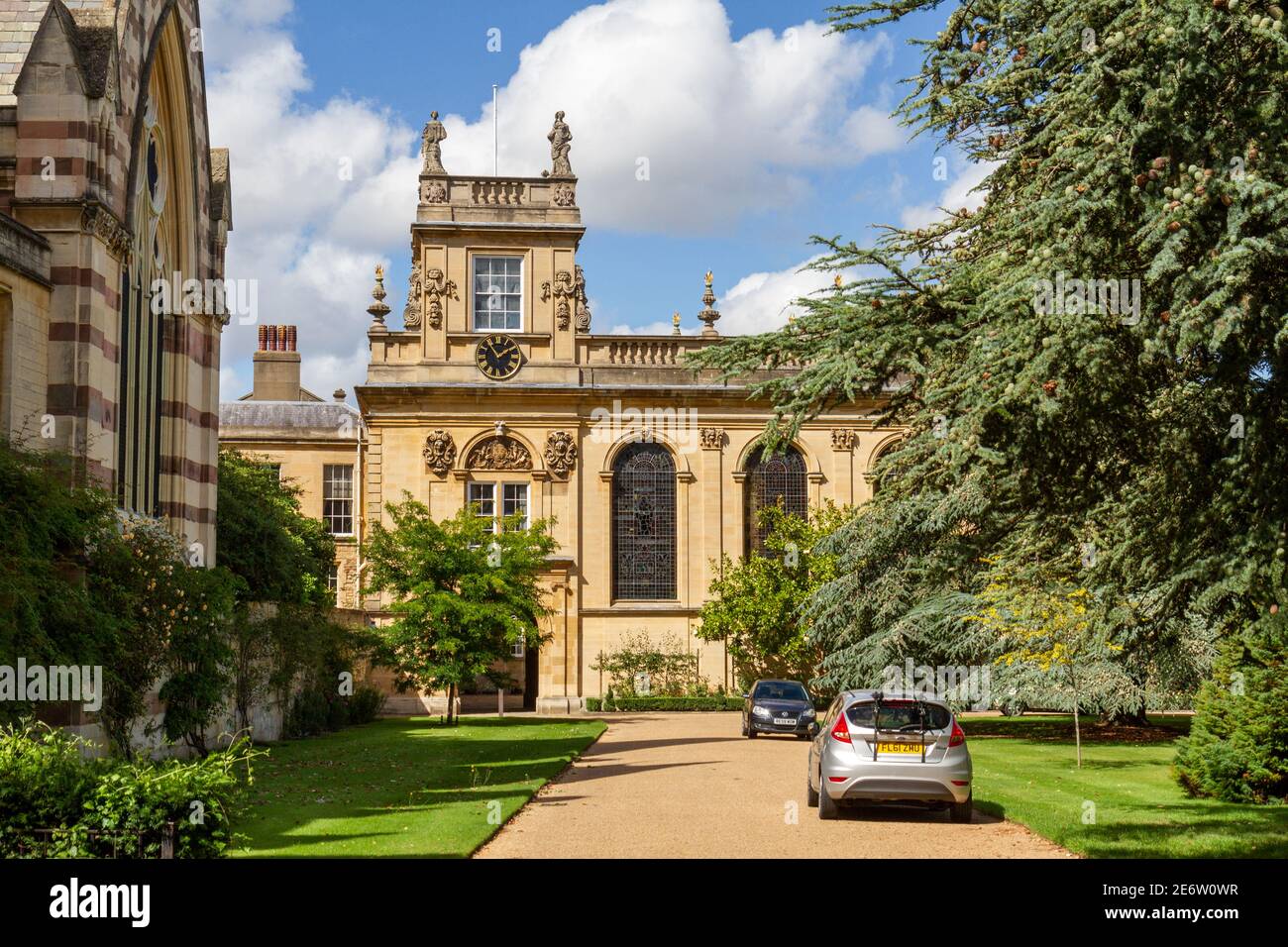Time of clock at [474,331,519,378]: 1:54
